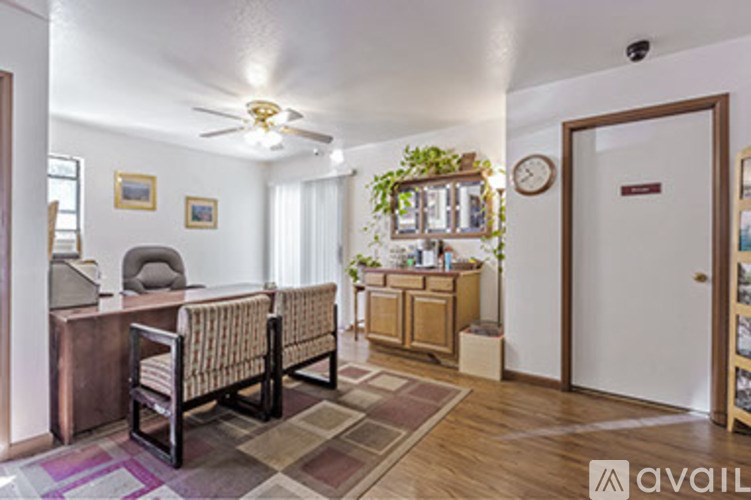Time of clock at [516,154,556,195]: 10:39
